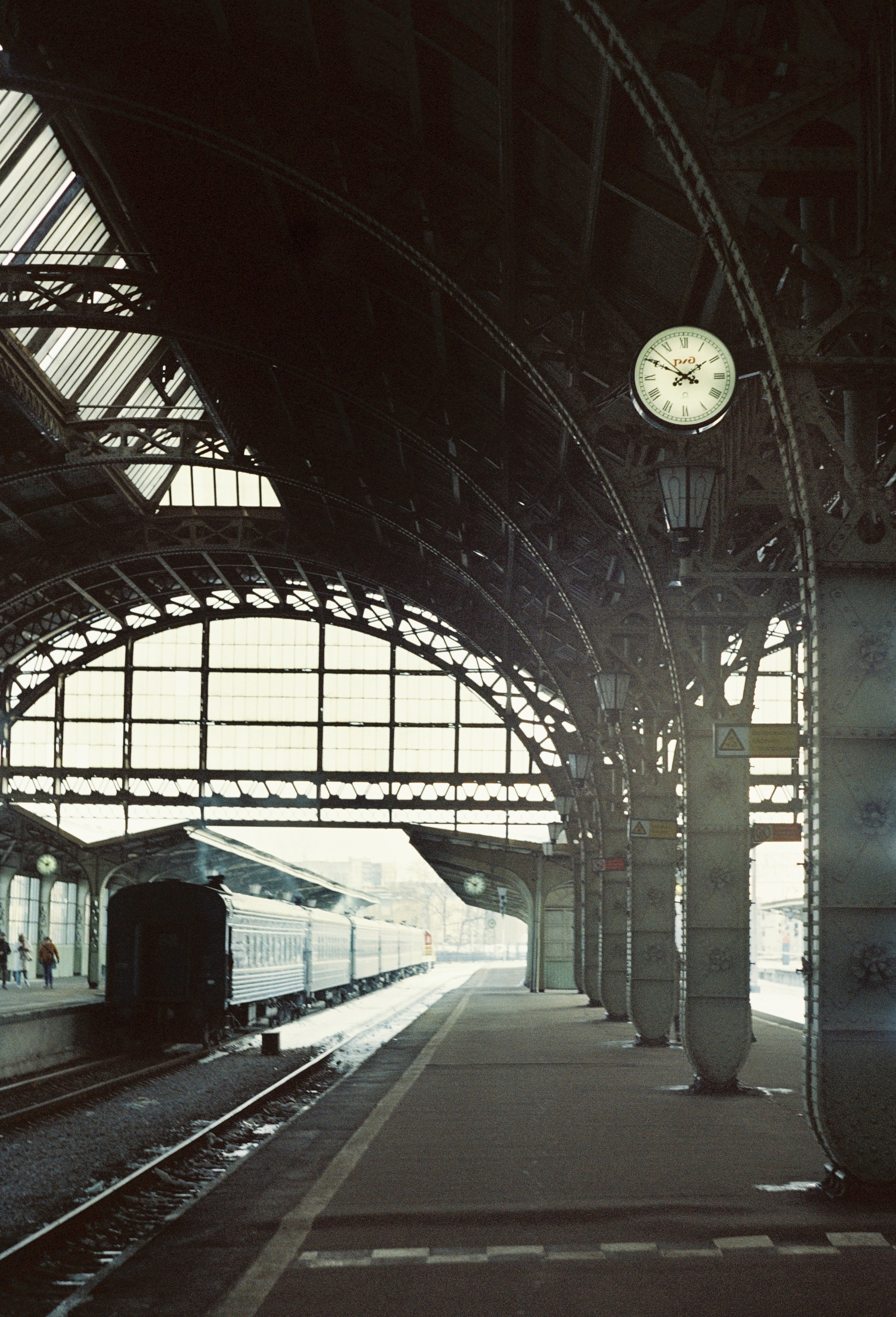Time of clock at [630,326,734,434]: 1:49
